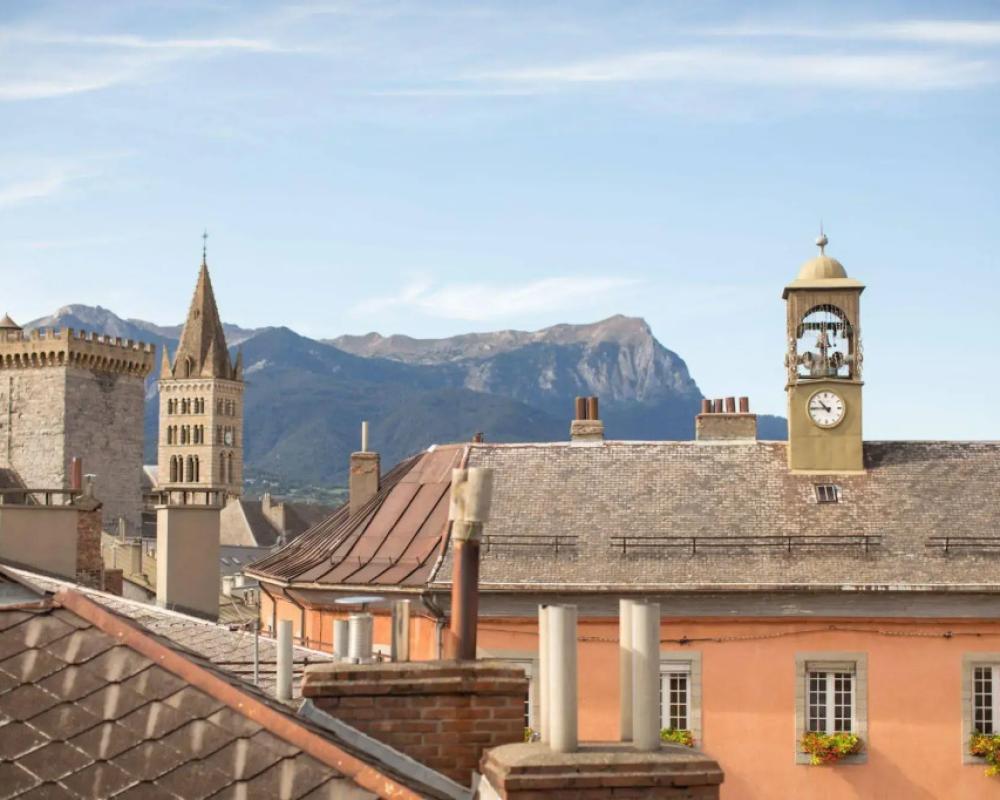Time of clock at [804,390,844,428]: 10:45
